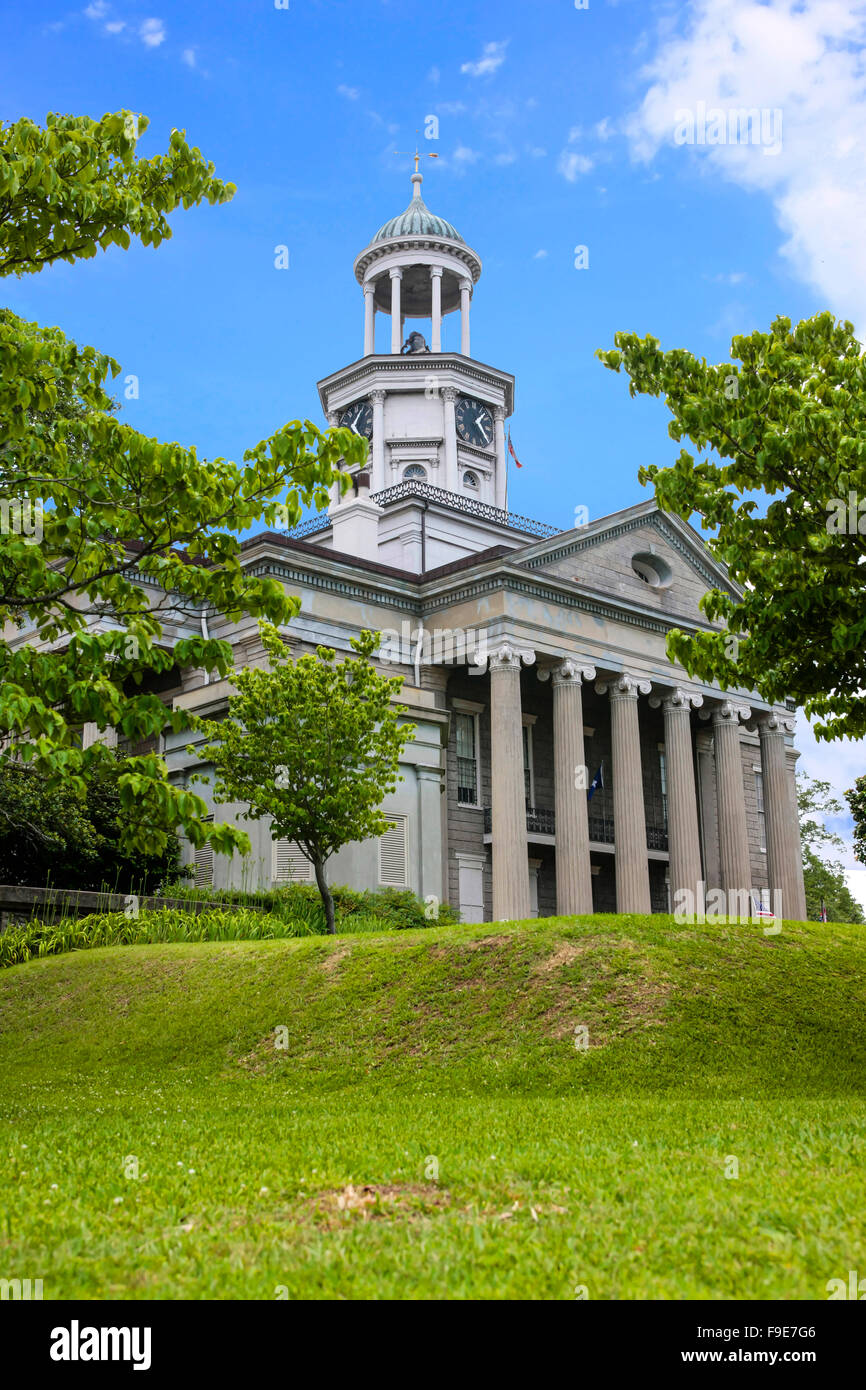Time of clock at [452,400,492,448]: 1:24
